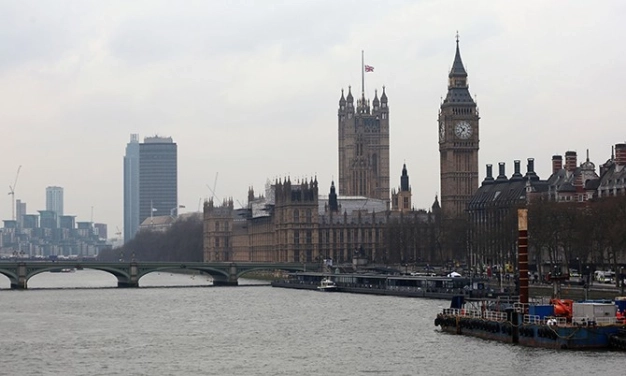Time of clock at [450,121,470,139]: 10:37
